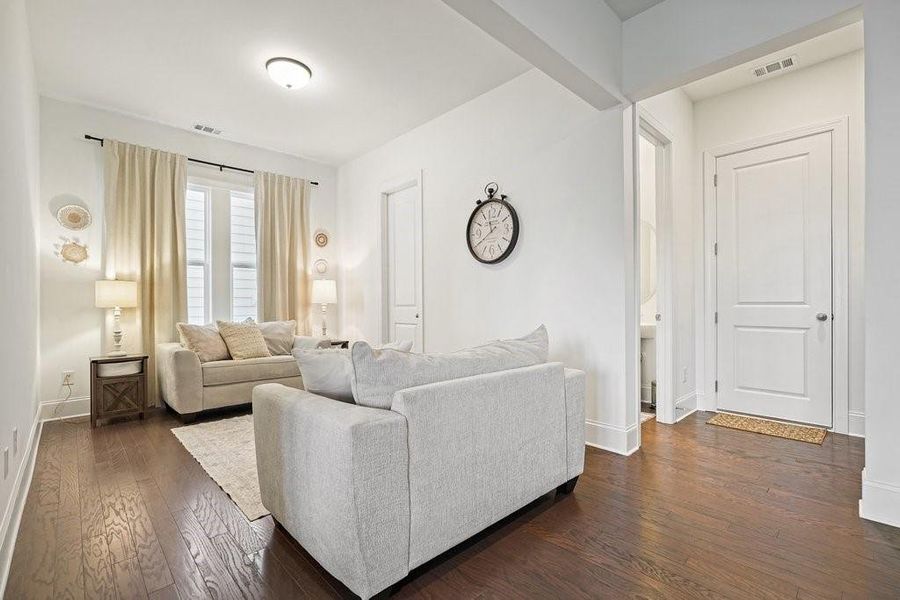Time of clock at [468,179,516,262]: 11:39
